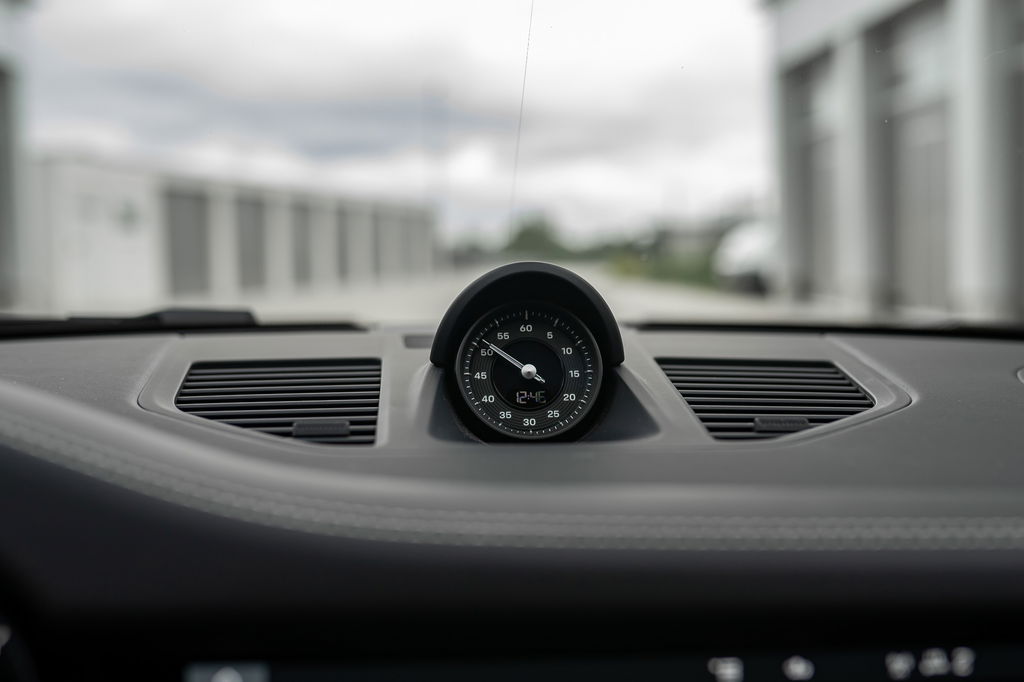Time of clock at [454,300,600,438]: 9:51
